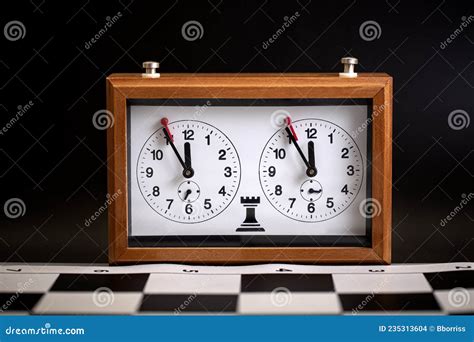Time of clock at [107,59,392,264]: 11:54
